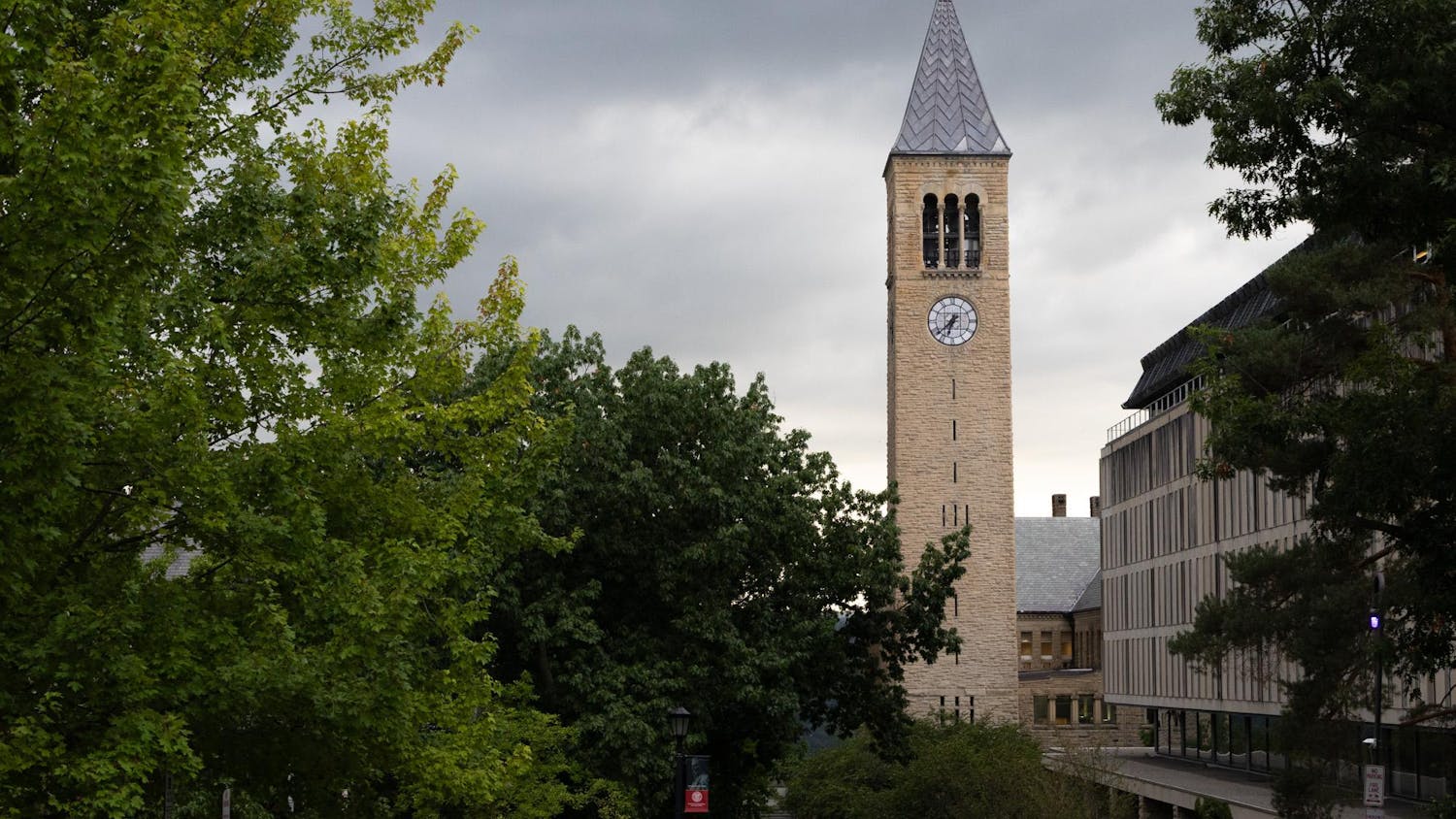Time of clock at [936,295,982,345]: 6:38
